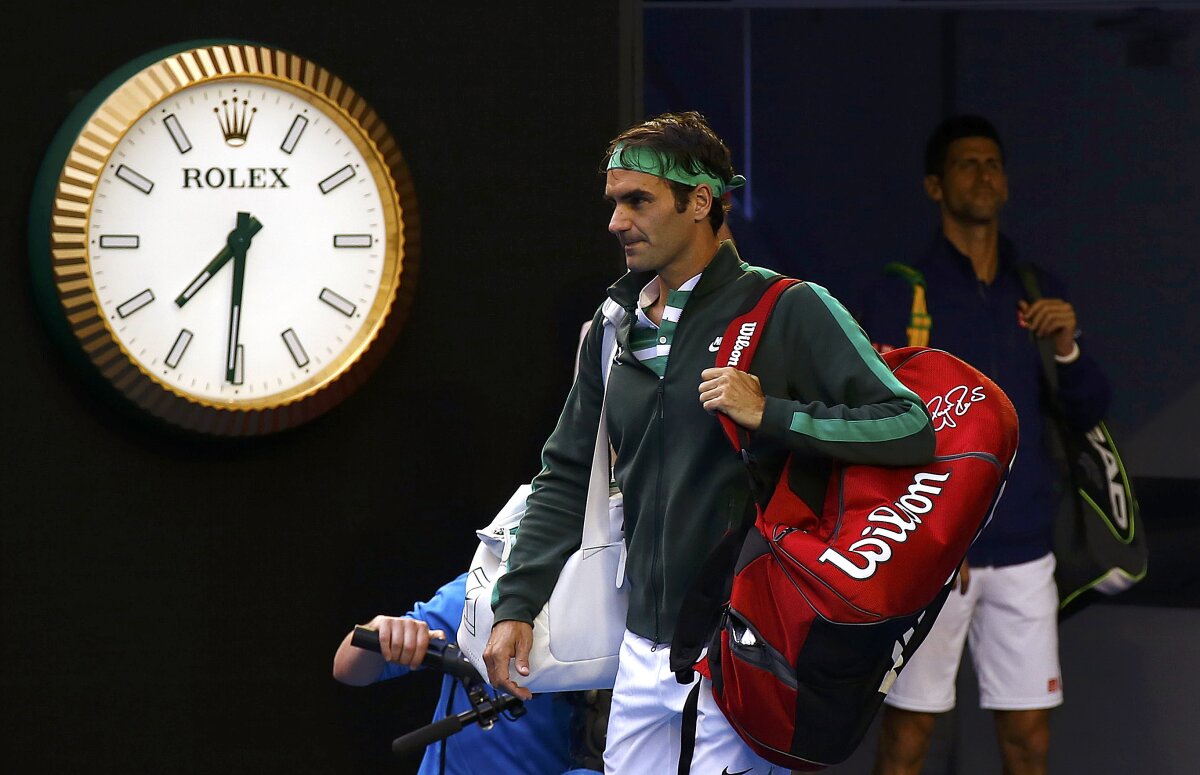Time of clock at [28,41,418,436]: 7:30
